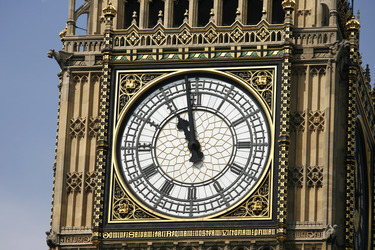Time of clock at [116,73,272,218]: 10:58
